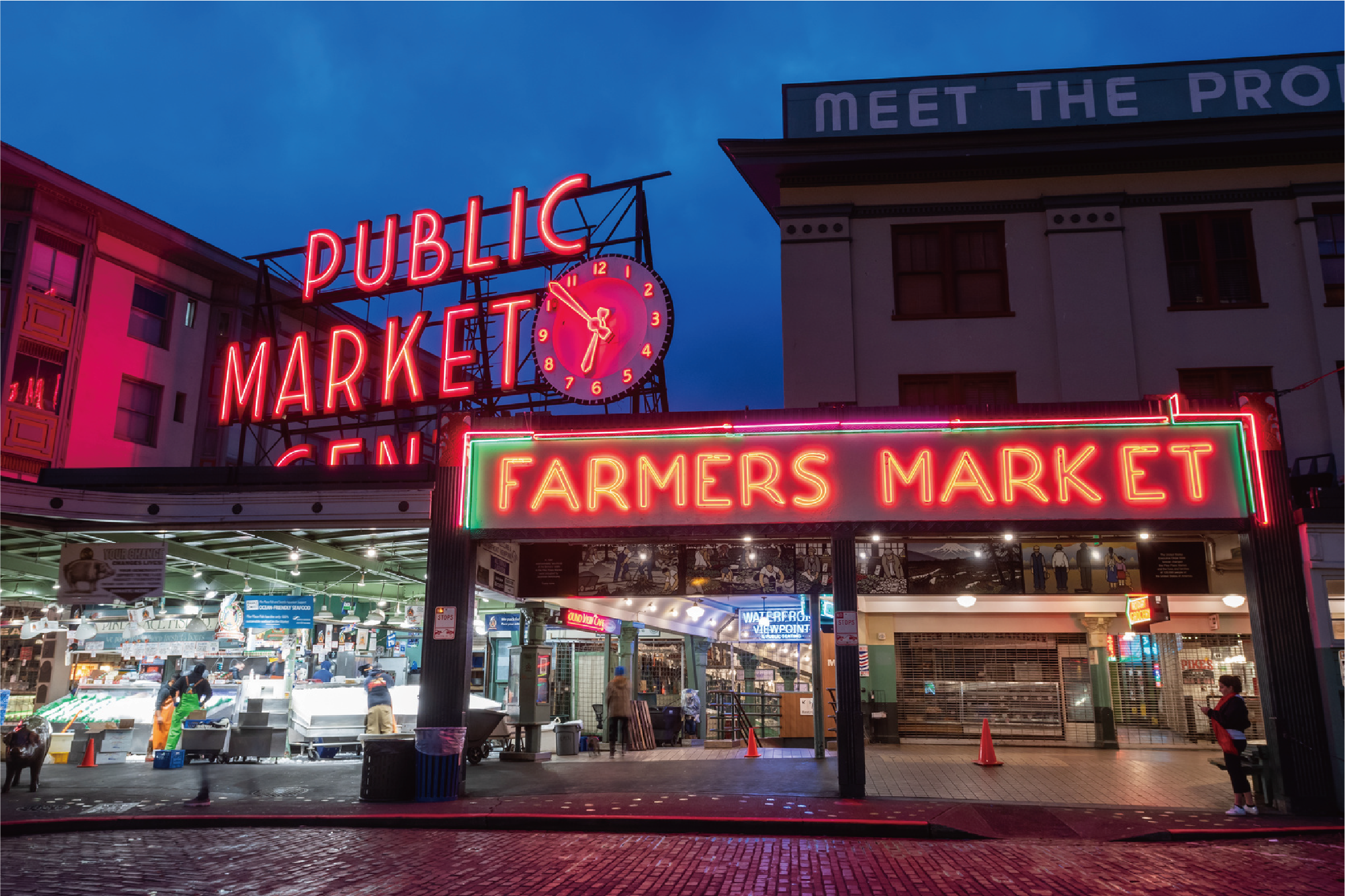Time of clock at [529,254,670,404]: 6:52
